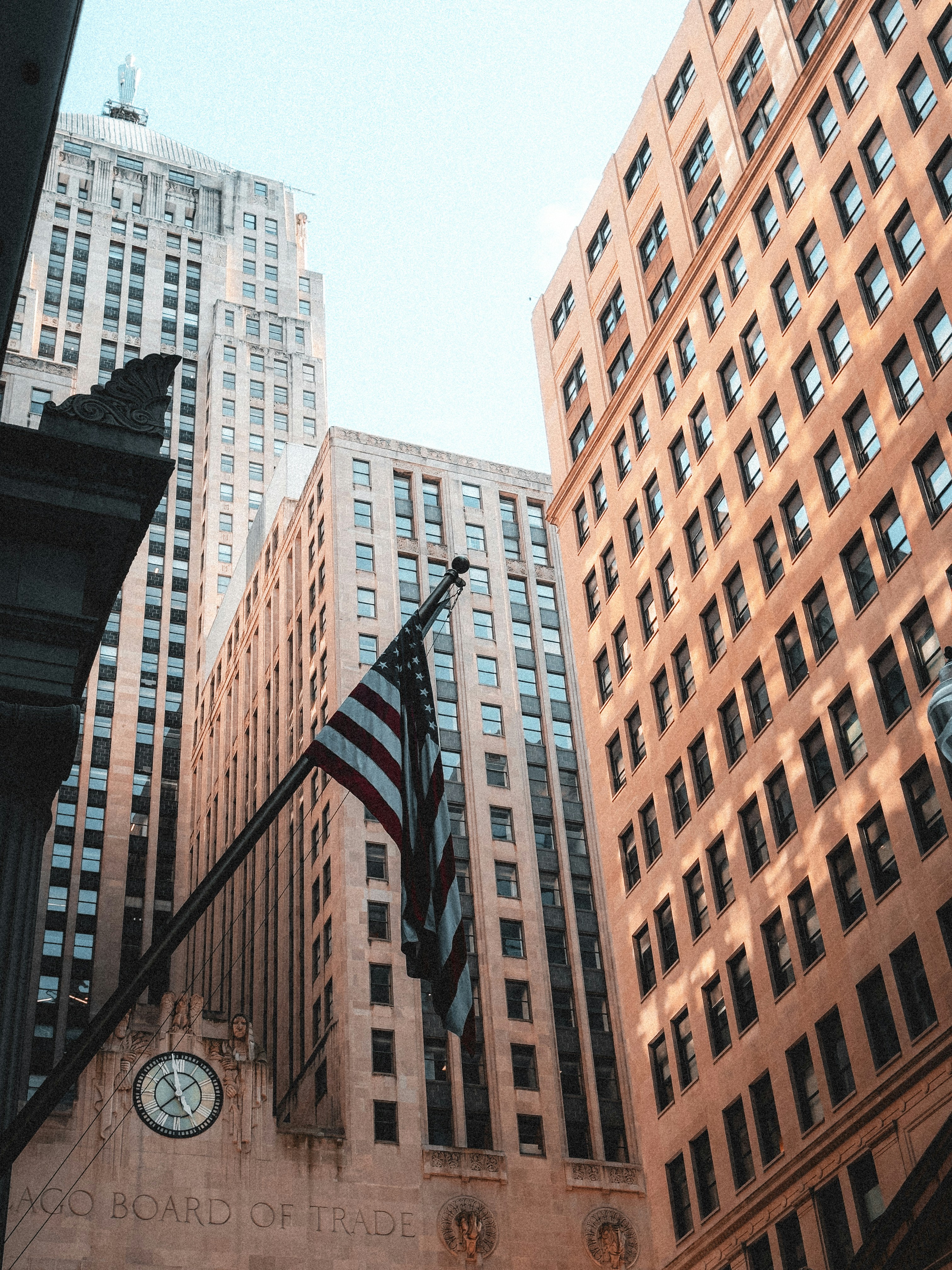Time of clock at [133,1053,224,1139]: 10:37
